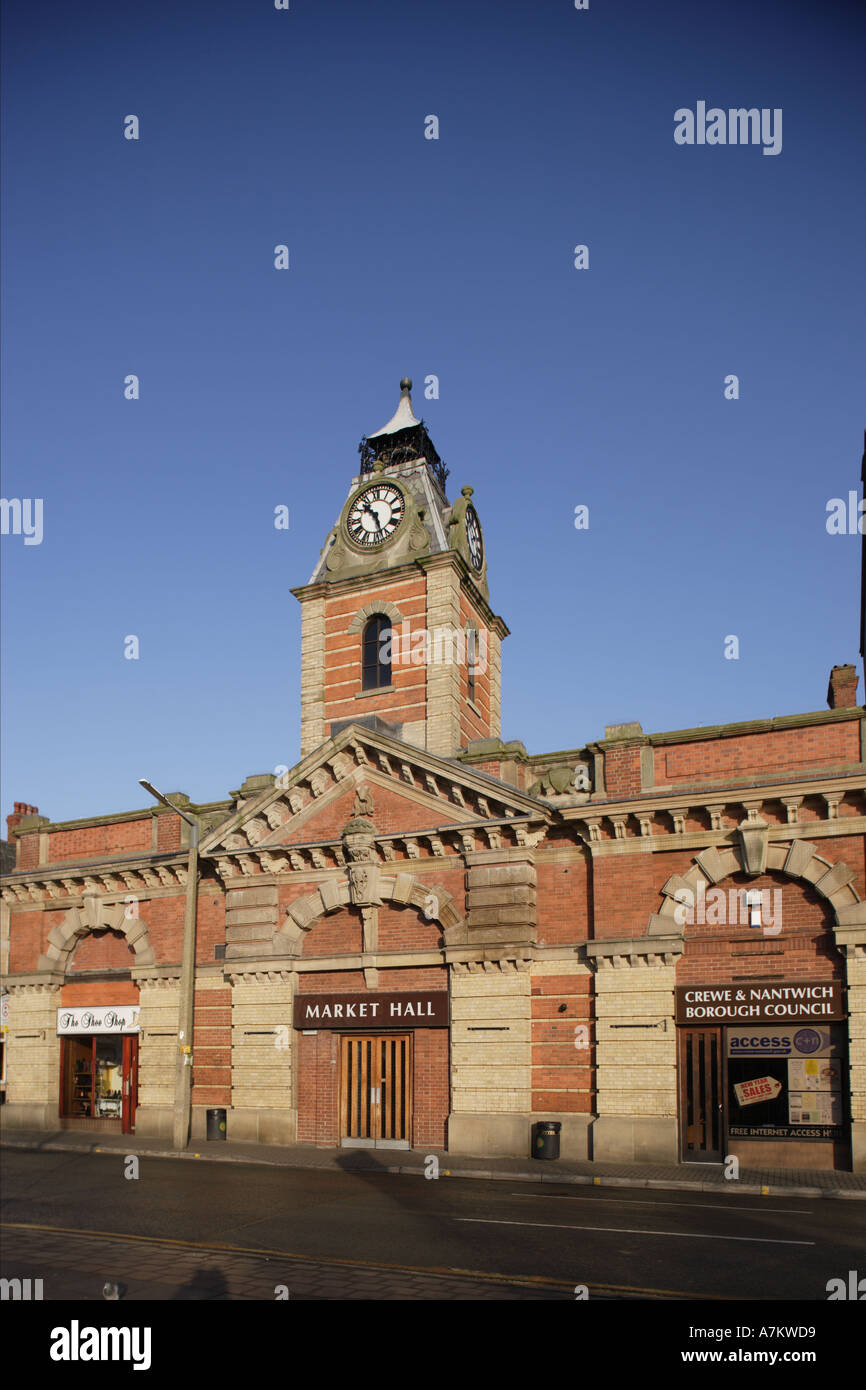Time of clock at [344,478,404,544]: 10:27
